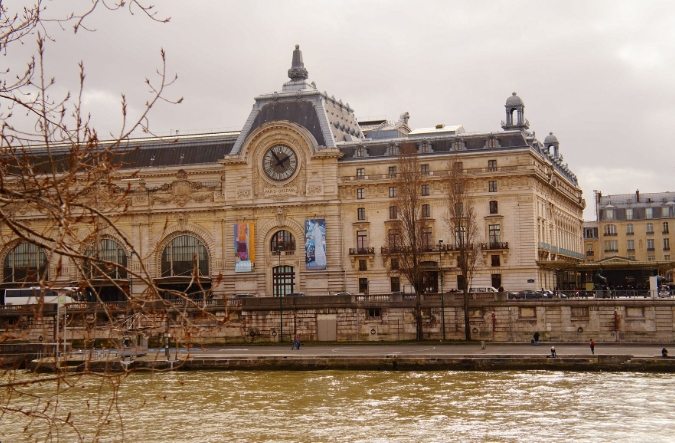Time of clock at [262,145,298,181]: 1:53
